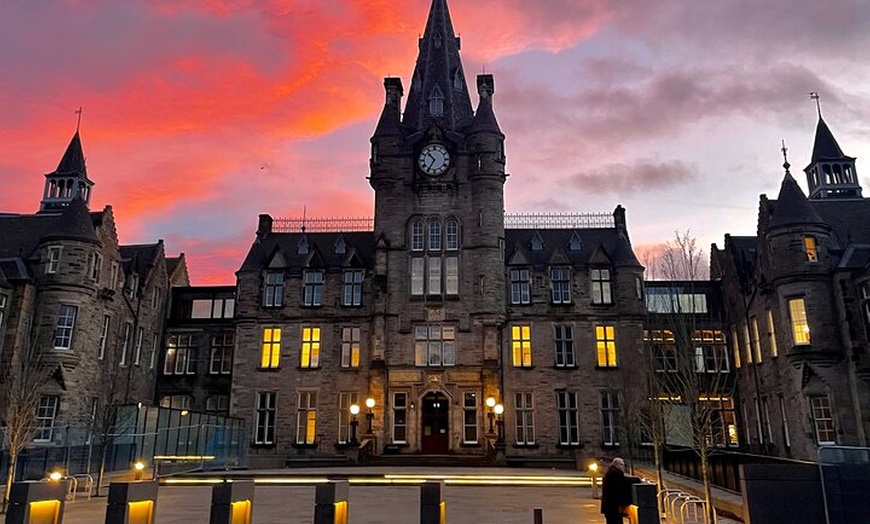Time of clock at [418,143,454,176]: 10:35
